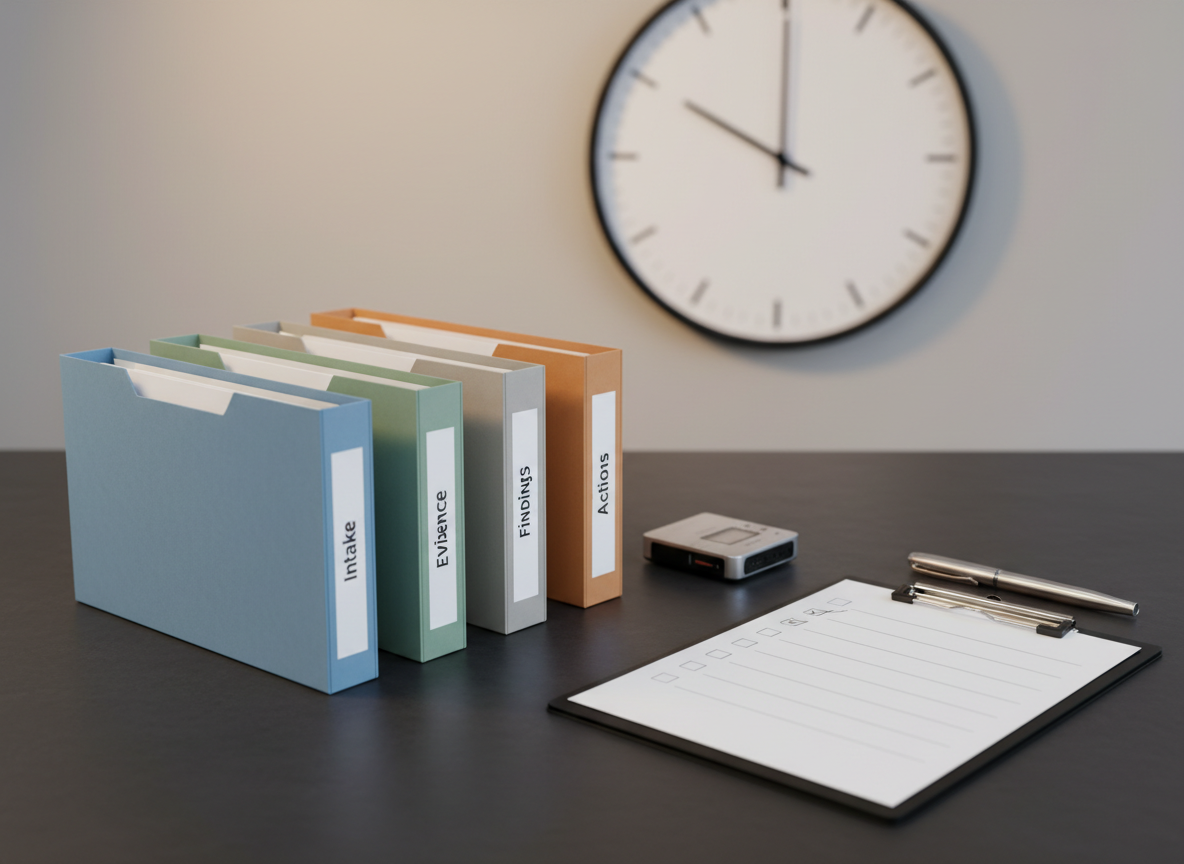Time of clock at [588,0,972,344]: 10:00
